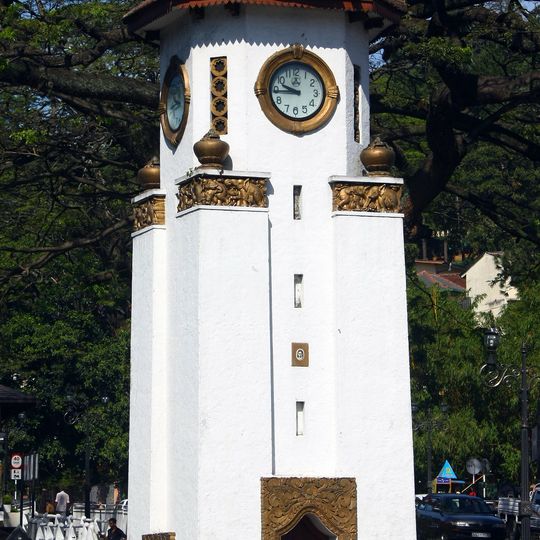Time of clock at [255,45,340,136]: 9:44
